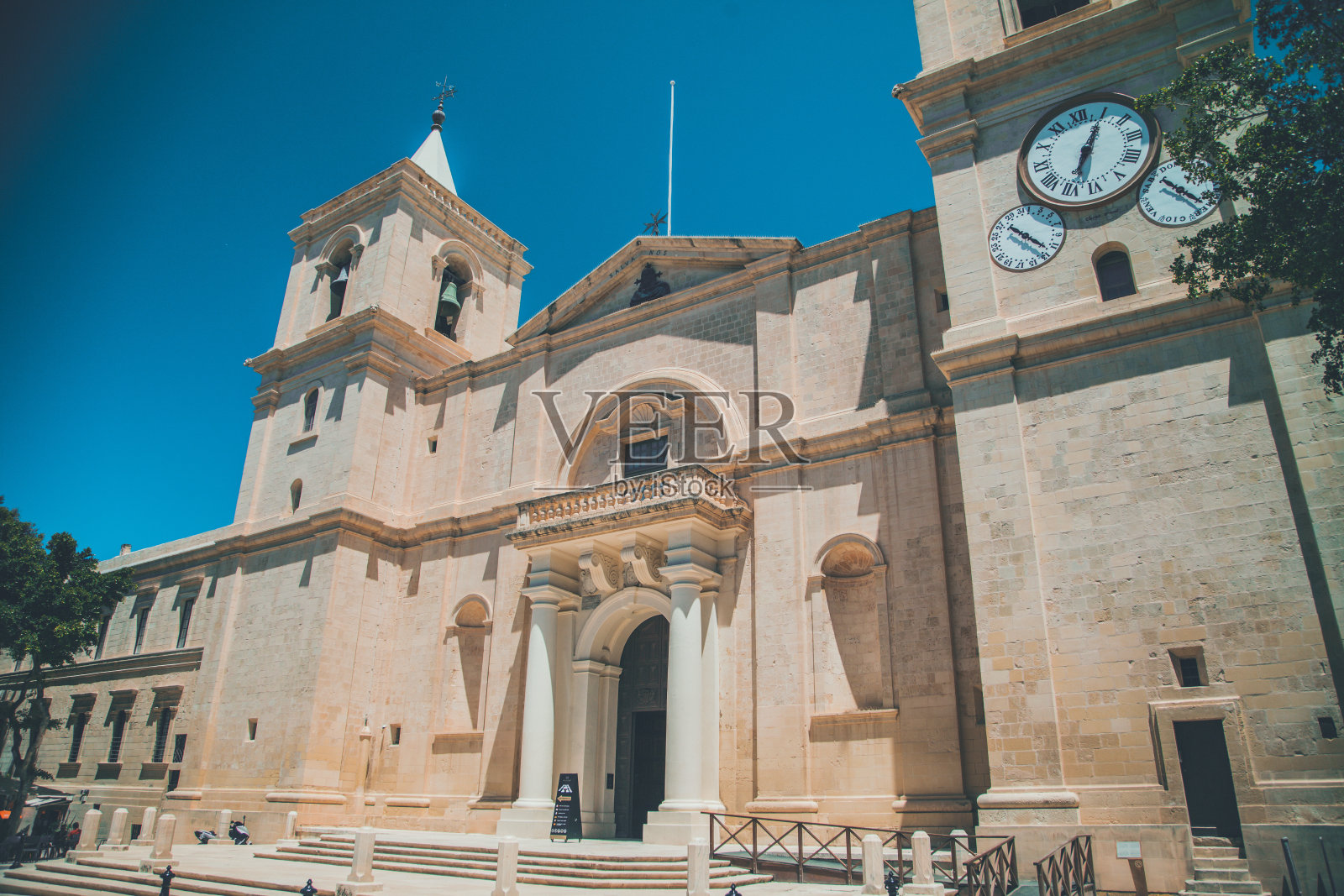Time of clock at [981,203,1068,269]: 4:21
